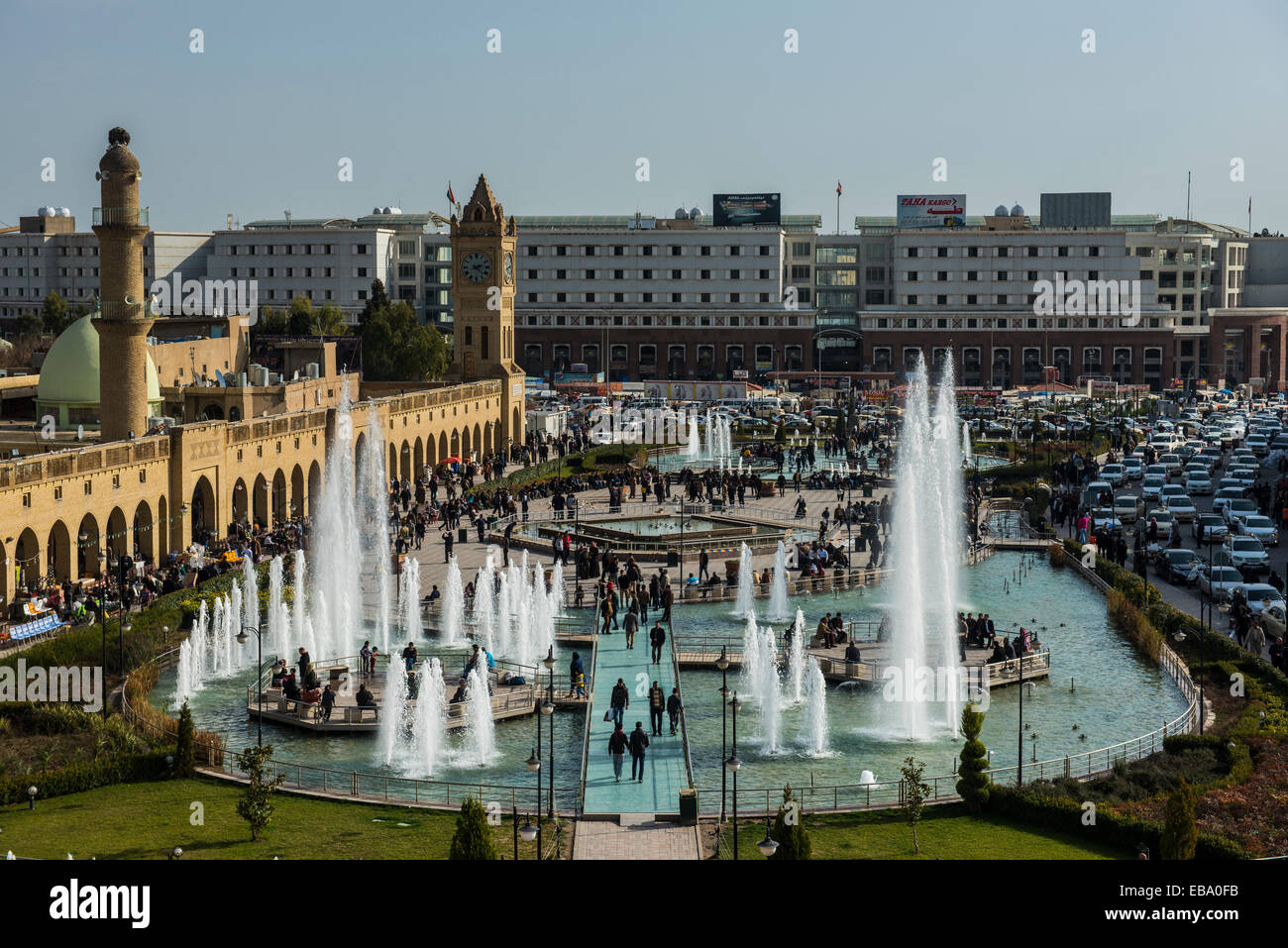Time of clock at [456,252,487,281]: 2:22
